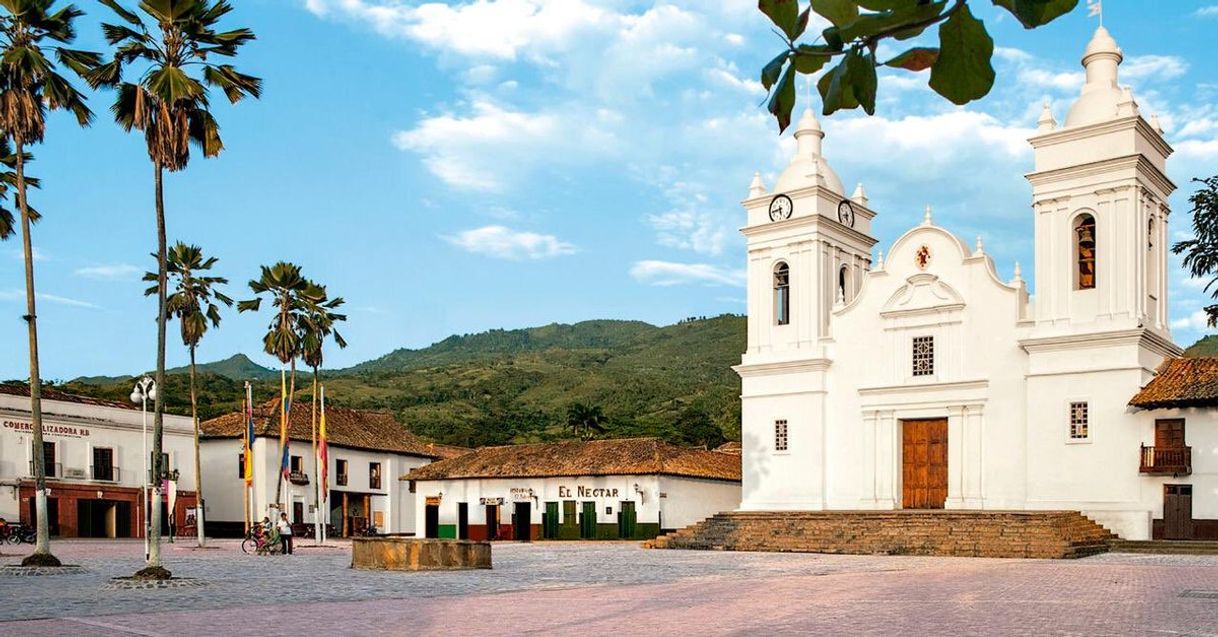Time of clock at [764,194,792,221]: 5:42
